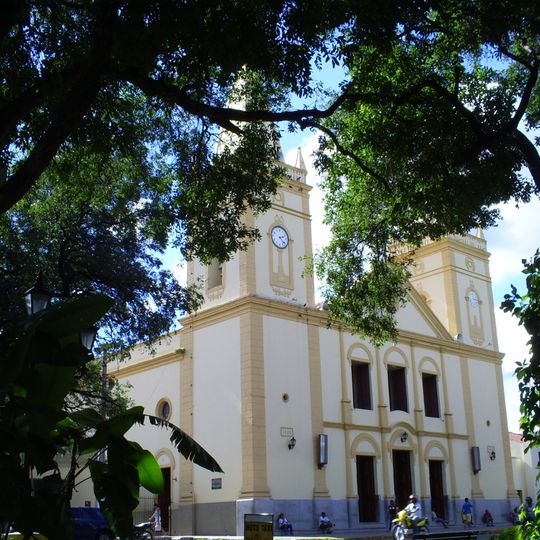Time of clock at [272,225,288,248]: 2:21
